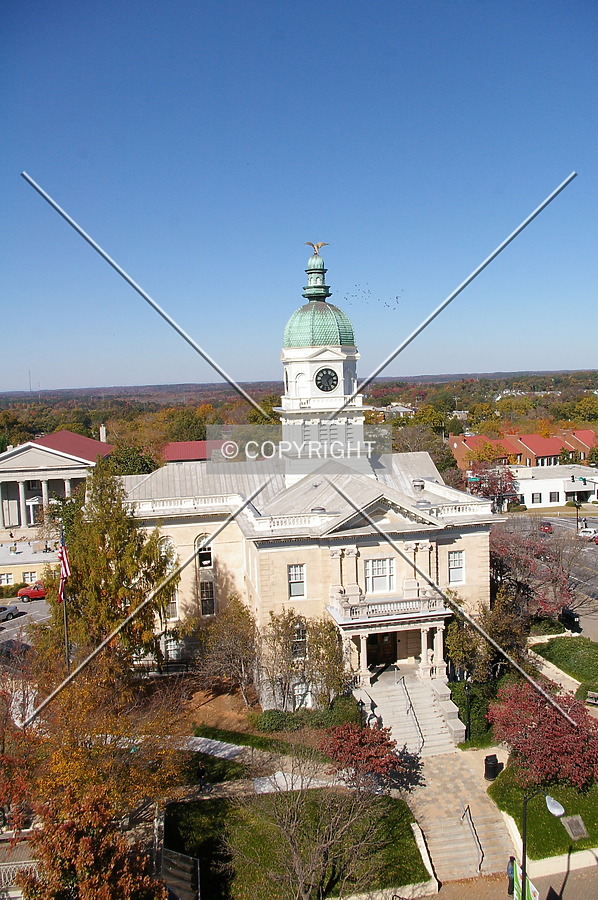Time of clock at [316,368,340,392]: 1:26
